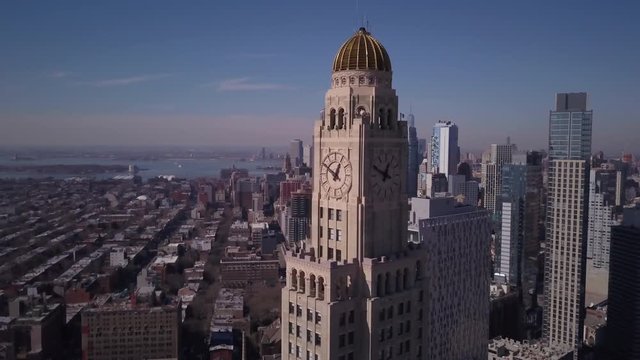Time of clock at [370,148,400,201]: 12:49
